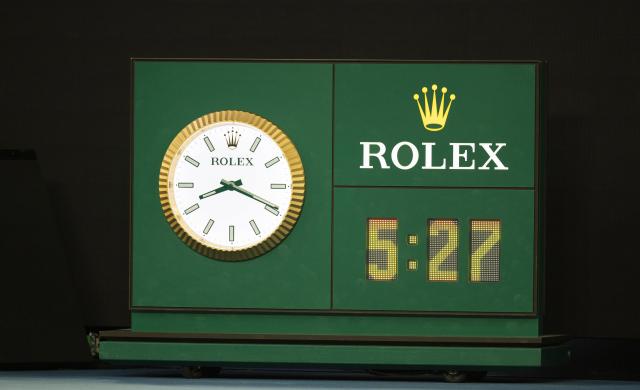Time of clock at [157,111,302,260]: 8:19
